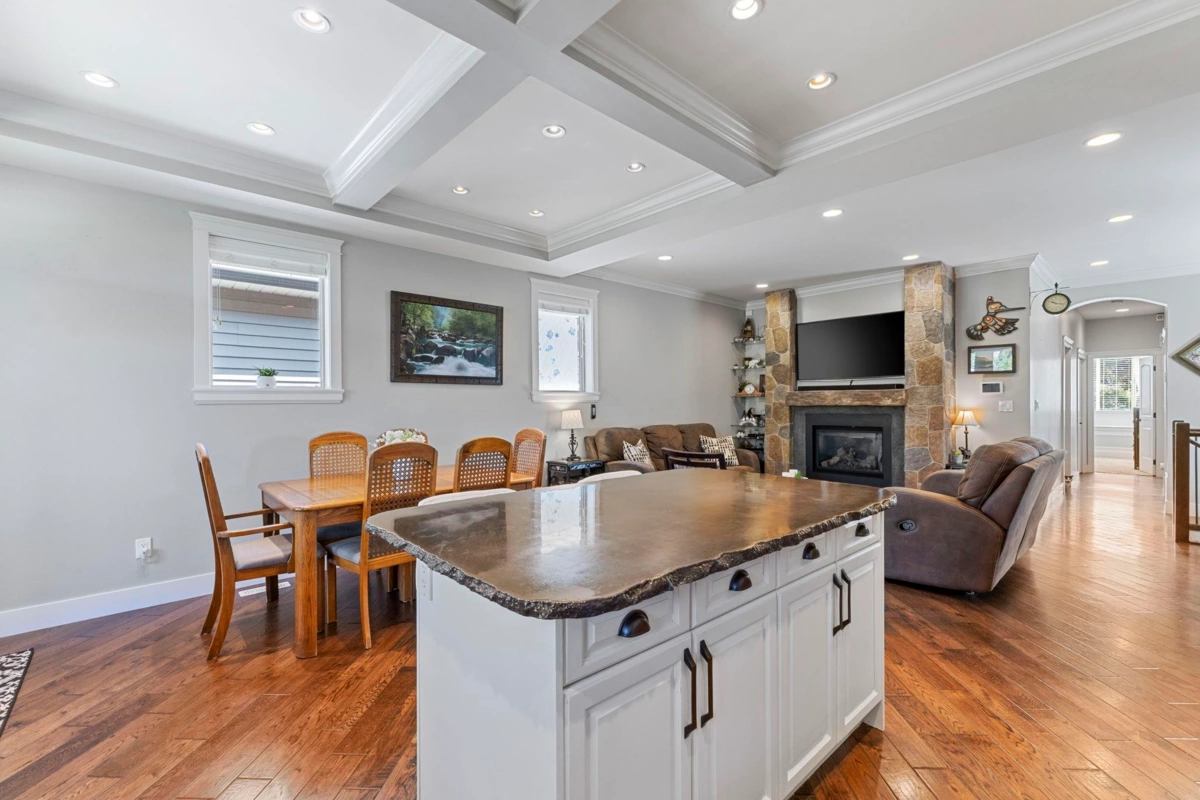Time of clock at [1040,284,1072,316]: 10:17
